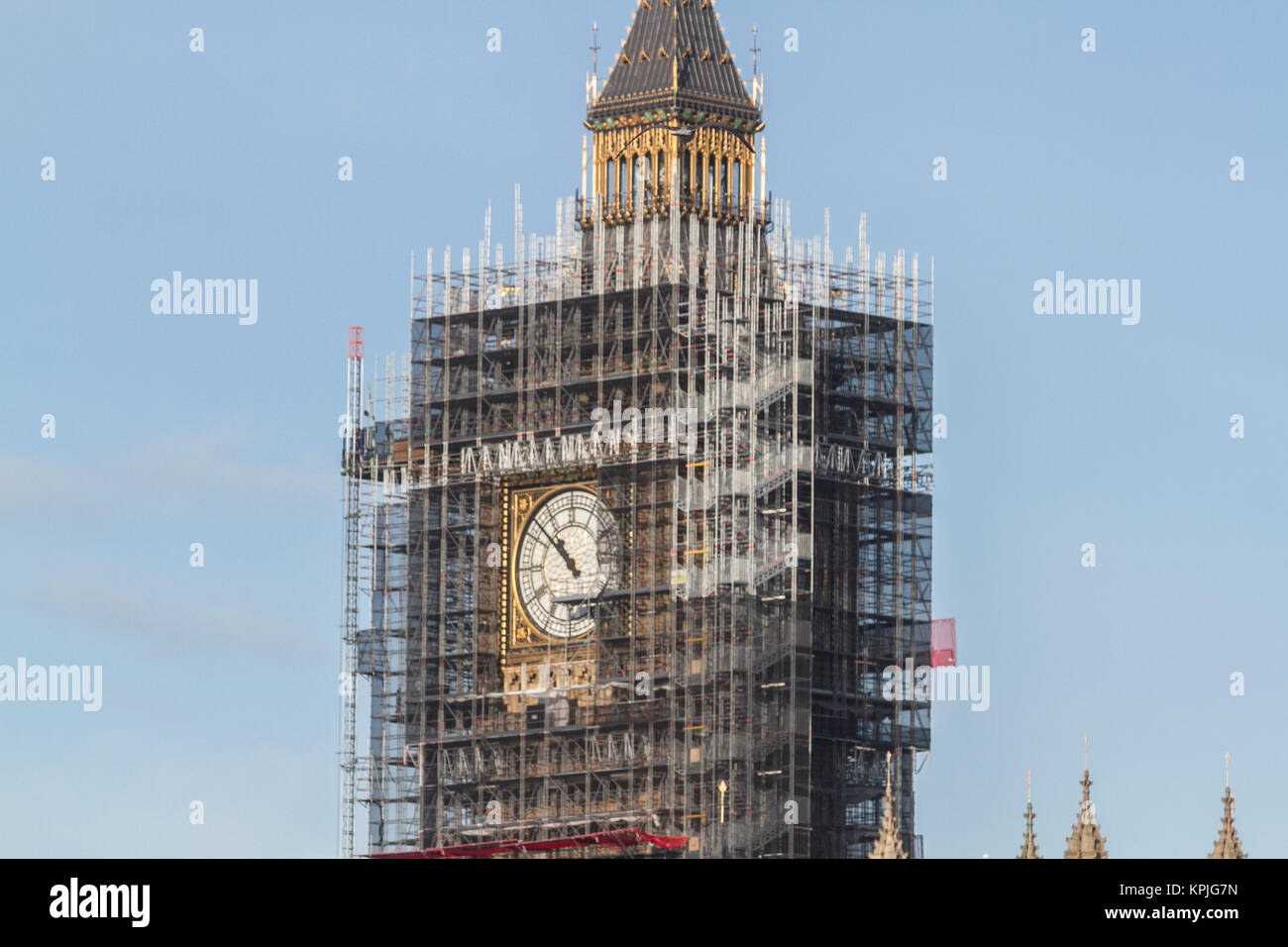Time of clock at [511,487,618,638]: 10:52
